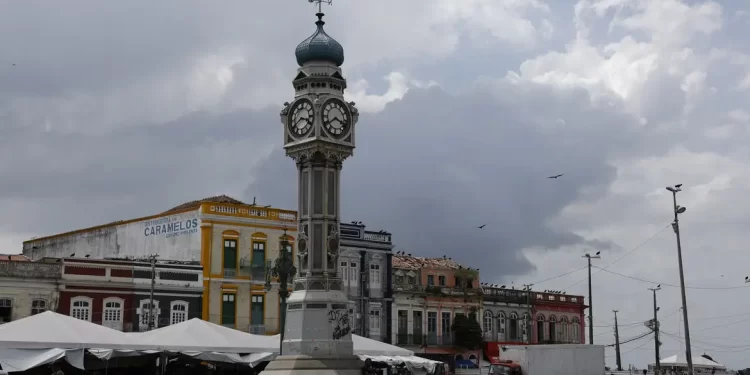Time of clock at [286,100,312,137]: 3:40
